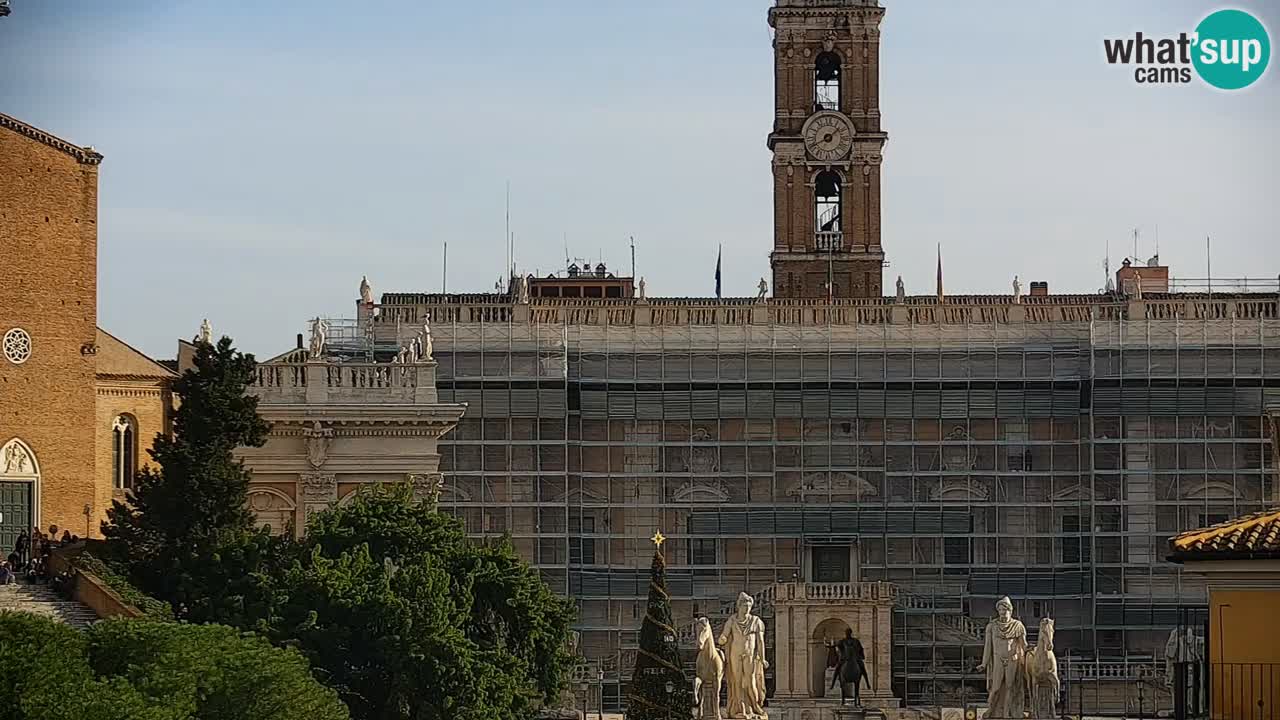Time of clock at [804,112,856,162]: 1:40
